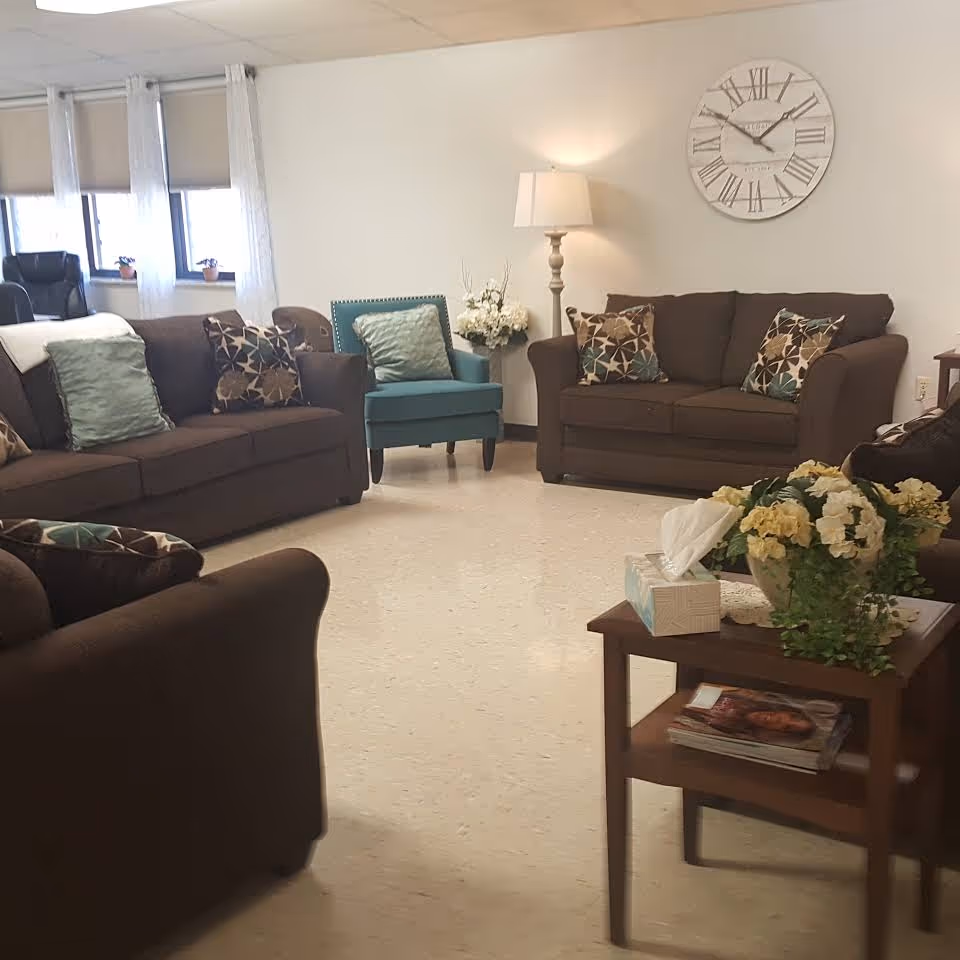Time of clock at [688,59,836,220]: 1:50
